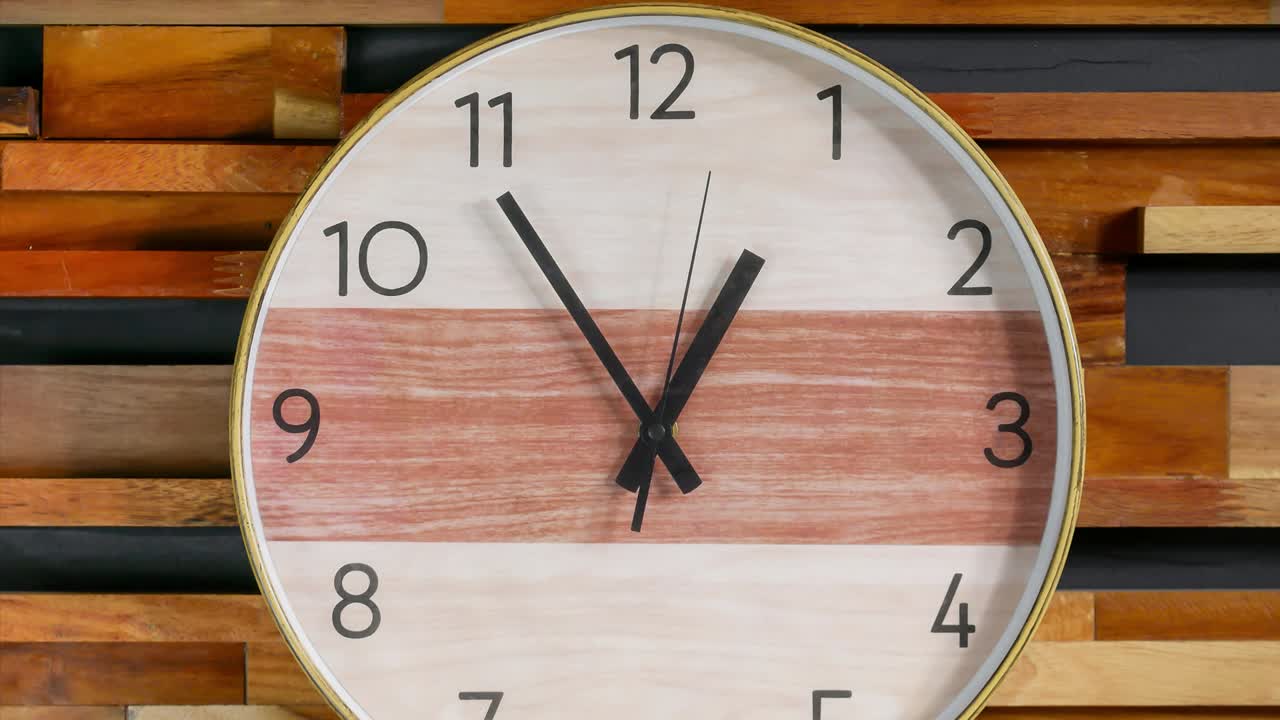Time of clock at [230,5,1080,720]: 12:54
